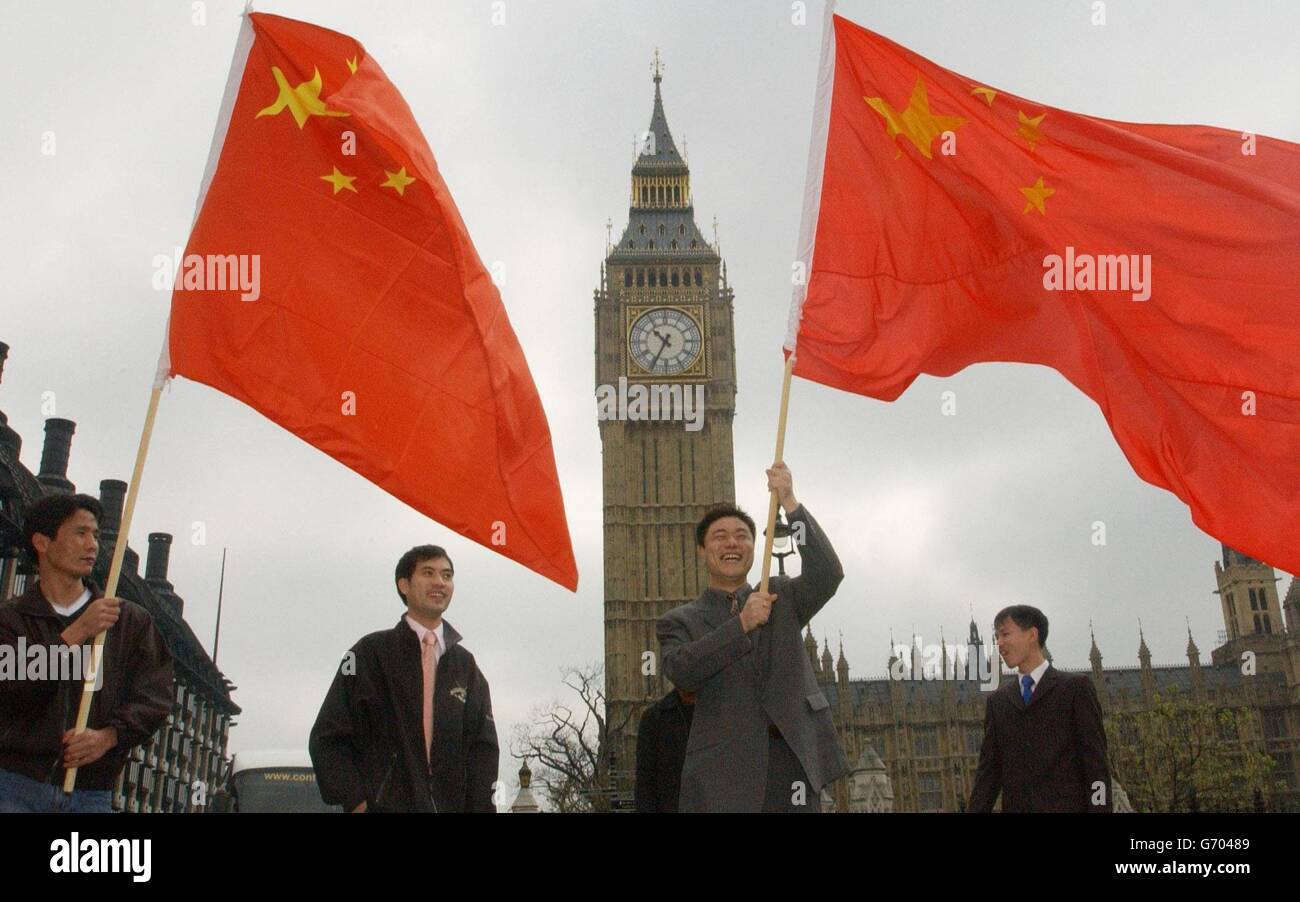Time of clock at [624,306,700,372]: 10:34
